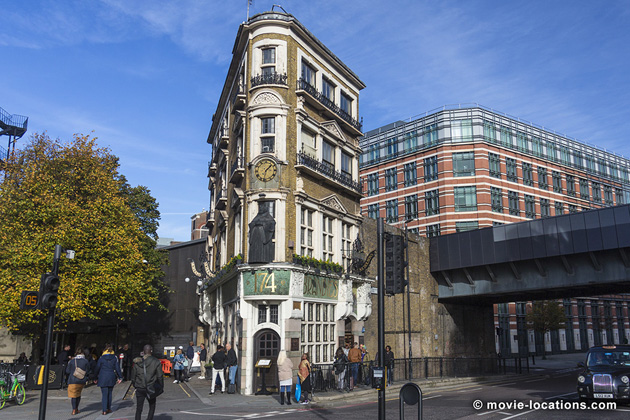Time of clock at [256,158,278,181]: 1:31
